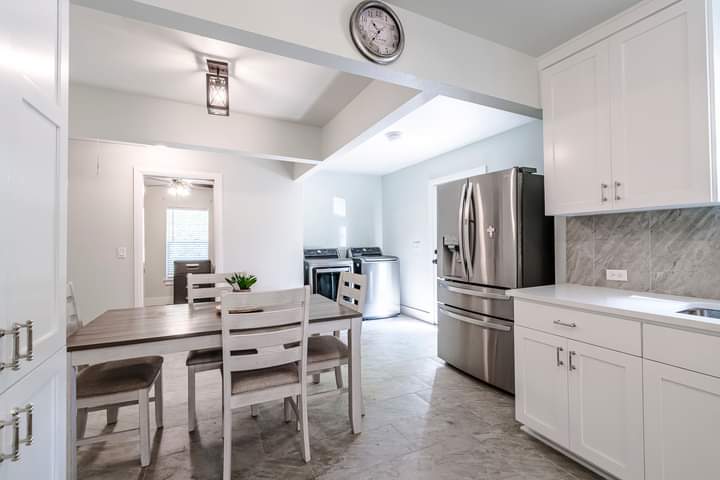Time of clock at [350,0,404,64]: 10:36
